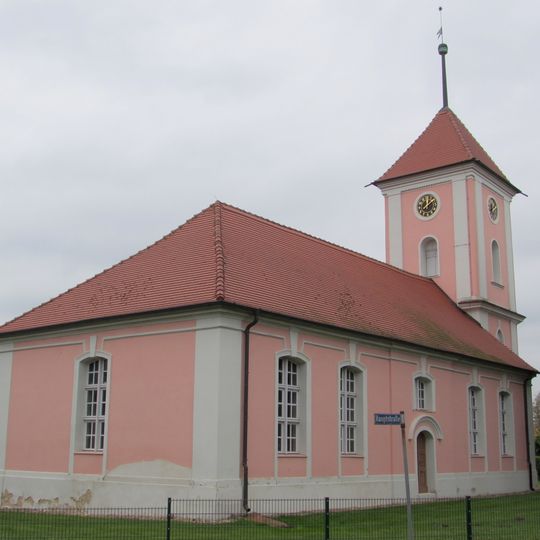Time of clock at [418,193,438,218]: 12:07
